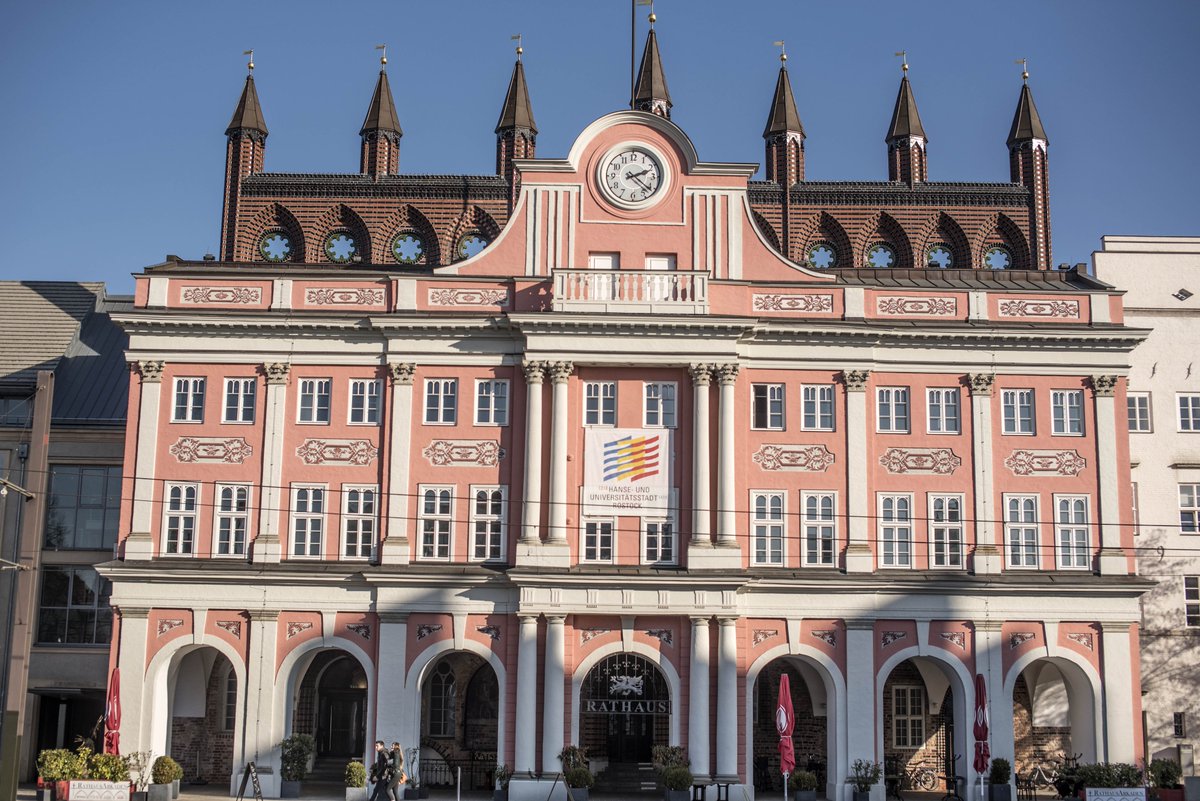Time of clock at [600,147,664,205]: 2:21
